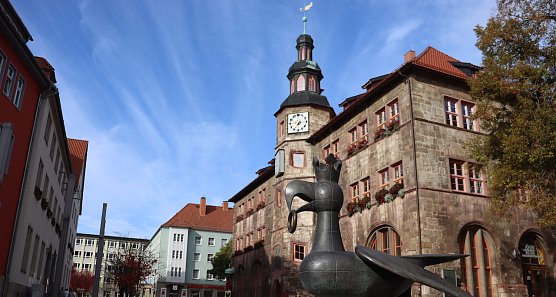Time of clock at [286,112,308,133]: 7:14
